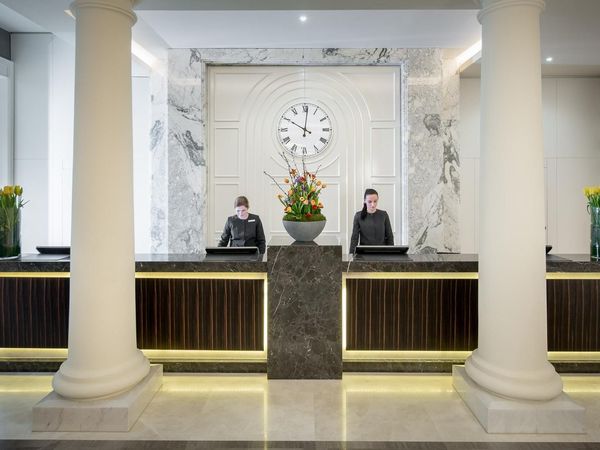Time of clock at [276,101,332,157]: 10:00
